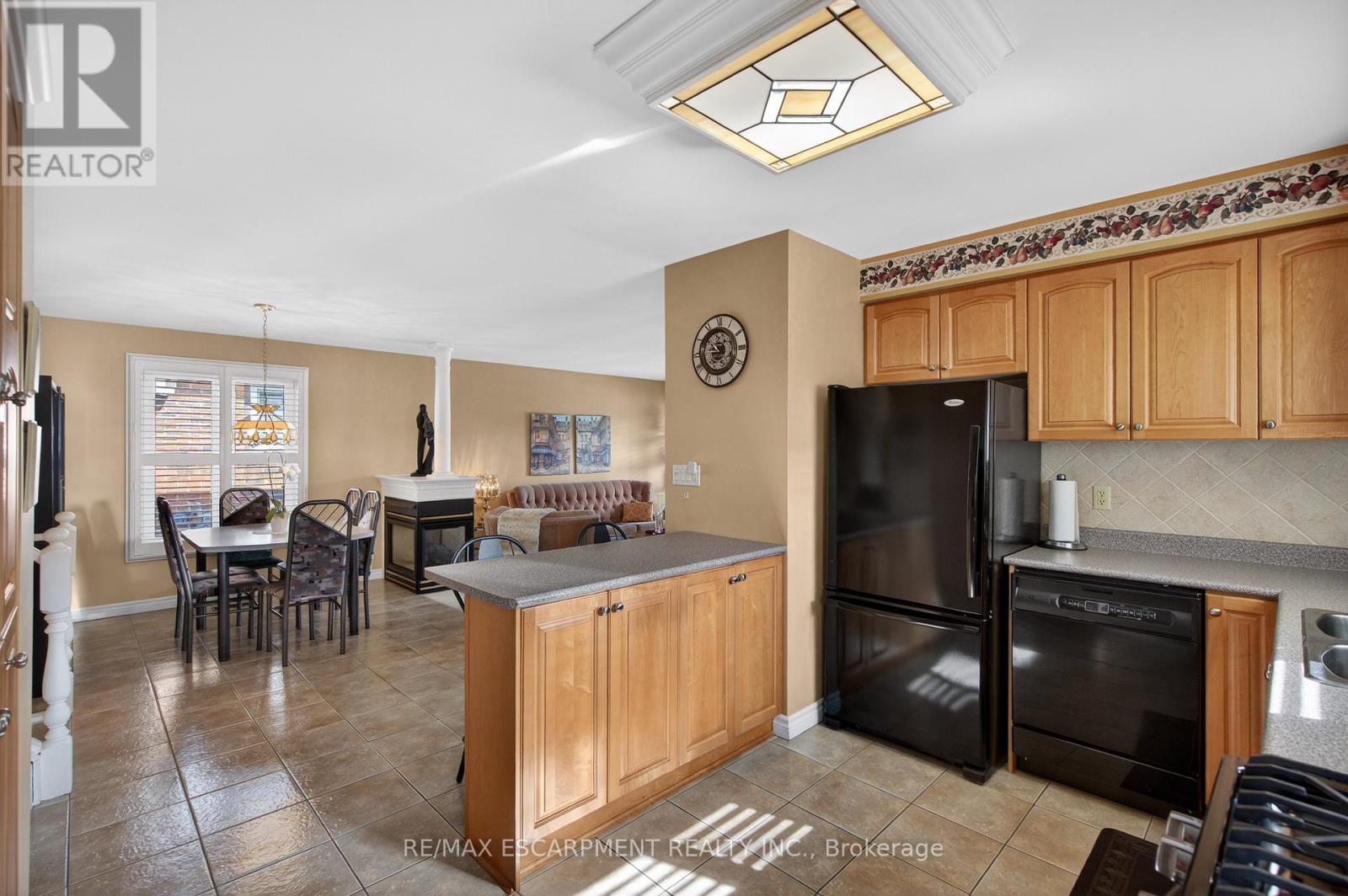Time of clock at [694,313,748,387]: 8:51
